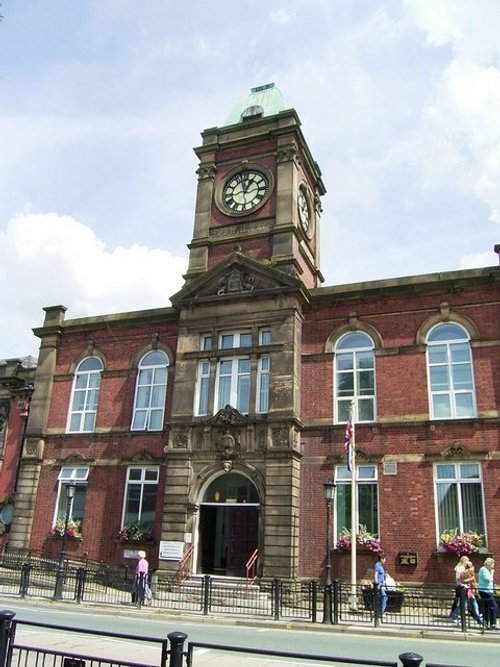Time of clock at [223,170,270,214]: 12:57
